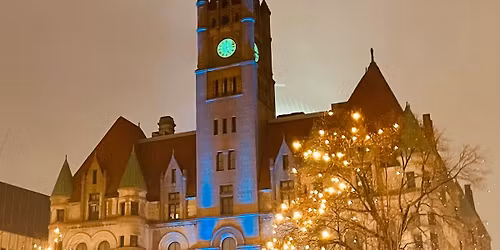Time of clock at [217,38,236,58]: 5:12
